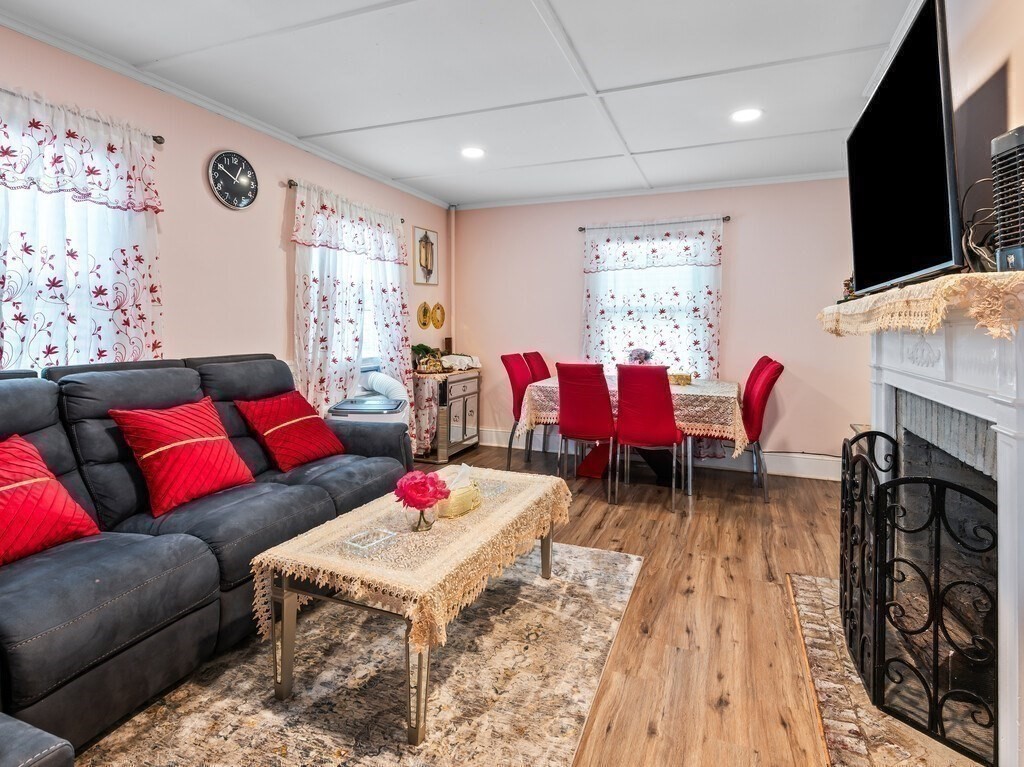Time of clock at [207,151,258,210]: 12:50
